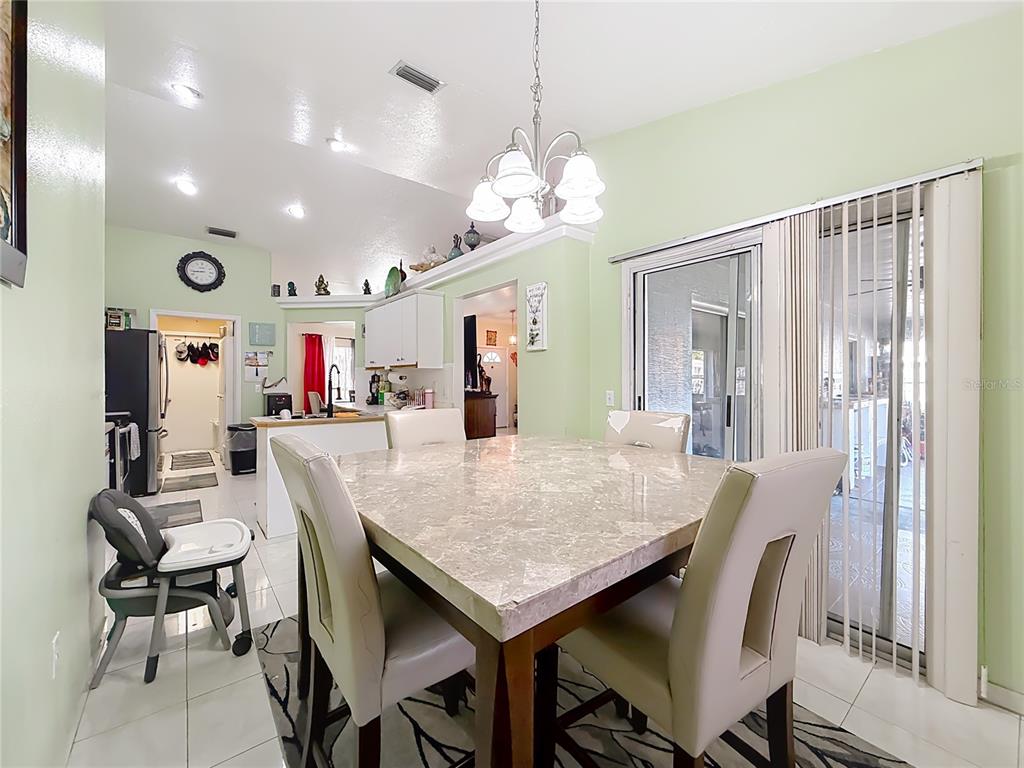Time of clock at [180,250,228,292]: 8:43
